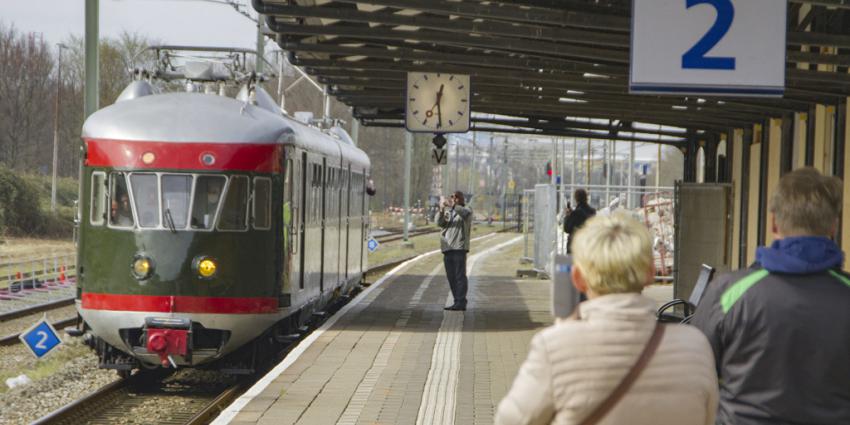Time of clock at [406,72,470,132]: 12:29
